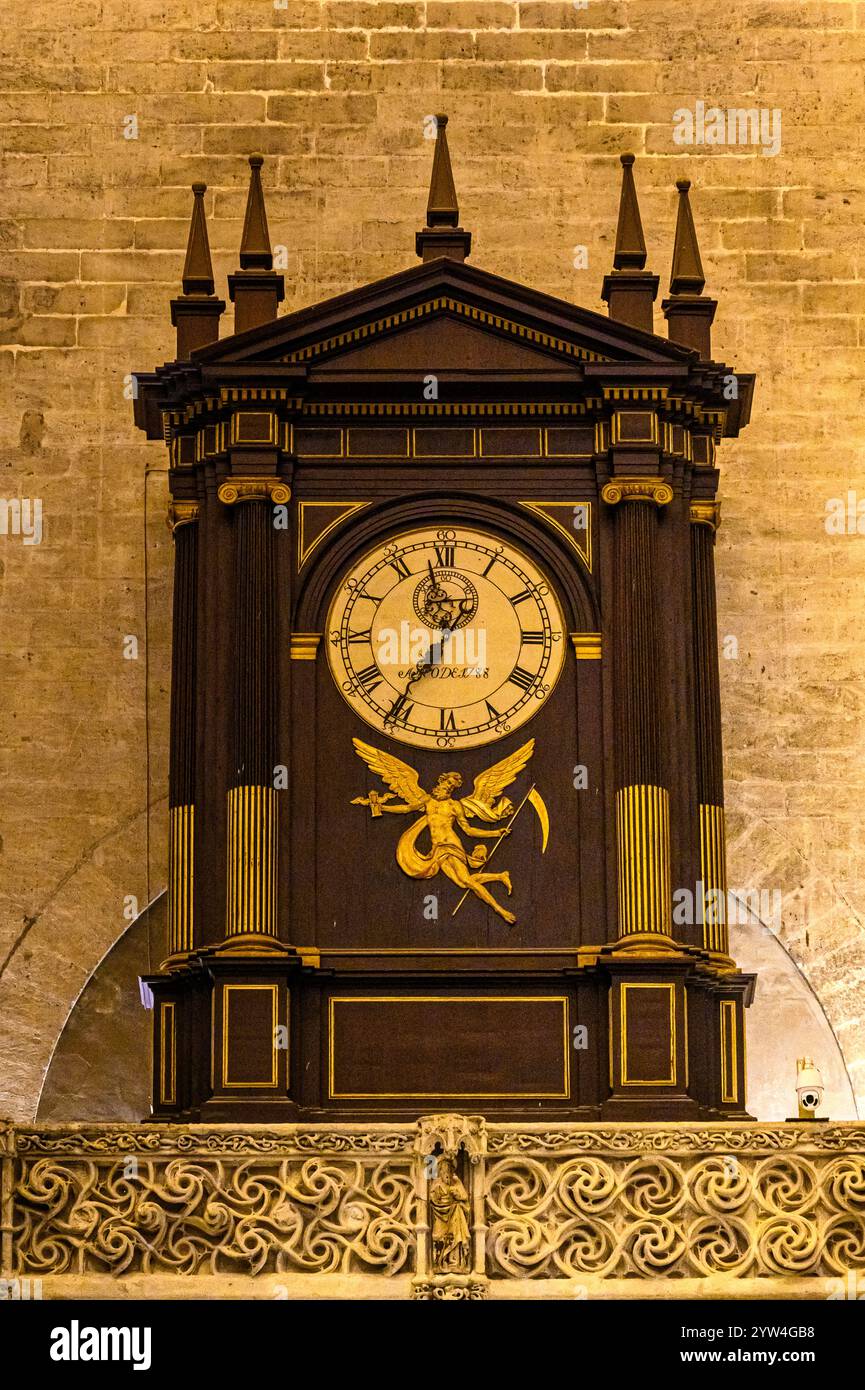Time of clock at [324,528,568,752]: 11:35
